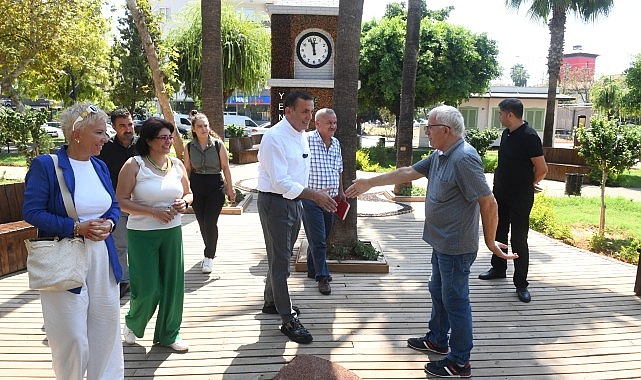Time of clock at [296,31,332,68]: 11:56
